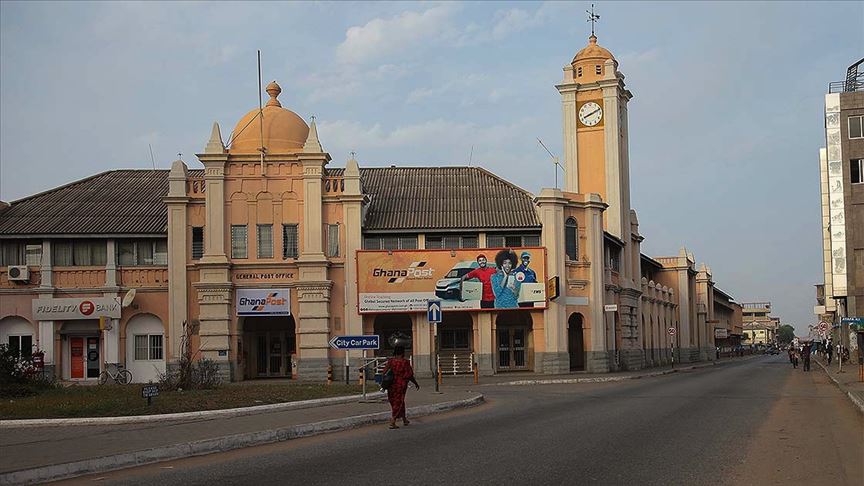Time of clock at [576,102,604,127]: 8:11
